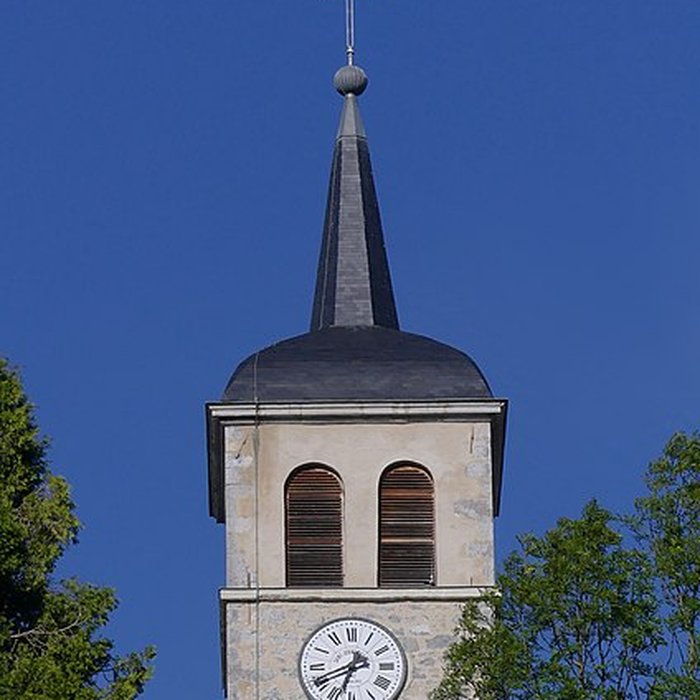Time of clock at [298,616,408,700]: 6:40
